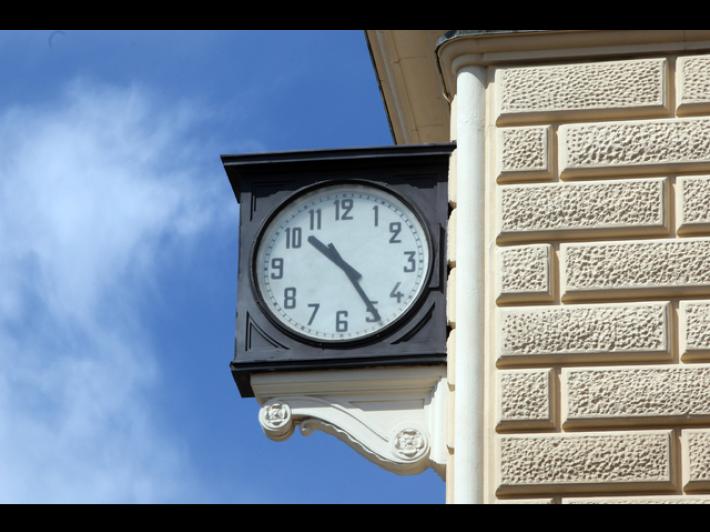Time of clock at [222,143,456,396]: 10:24
